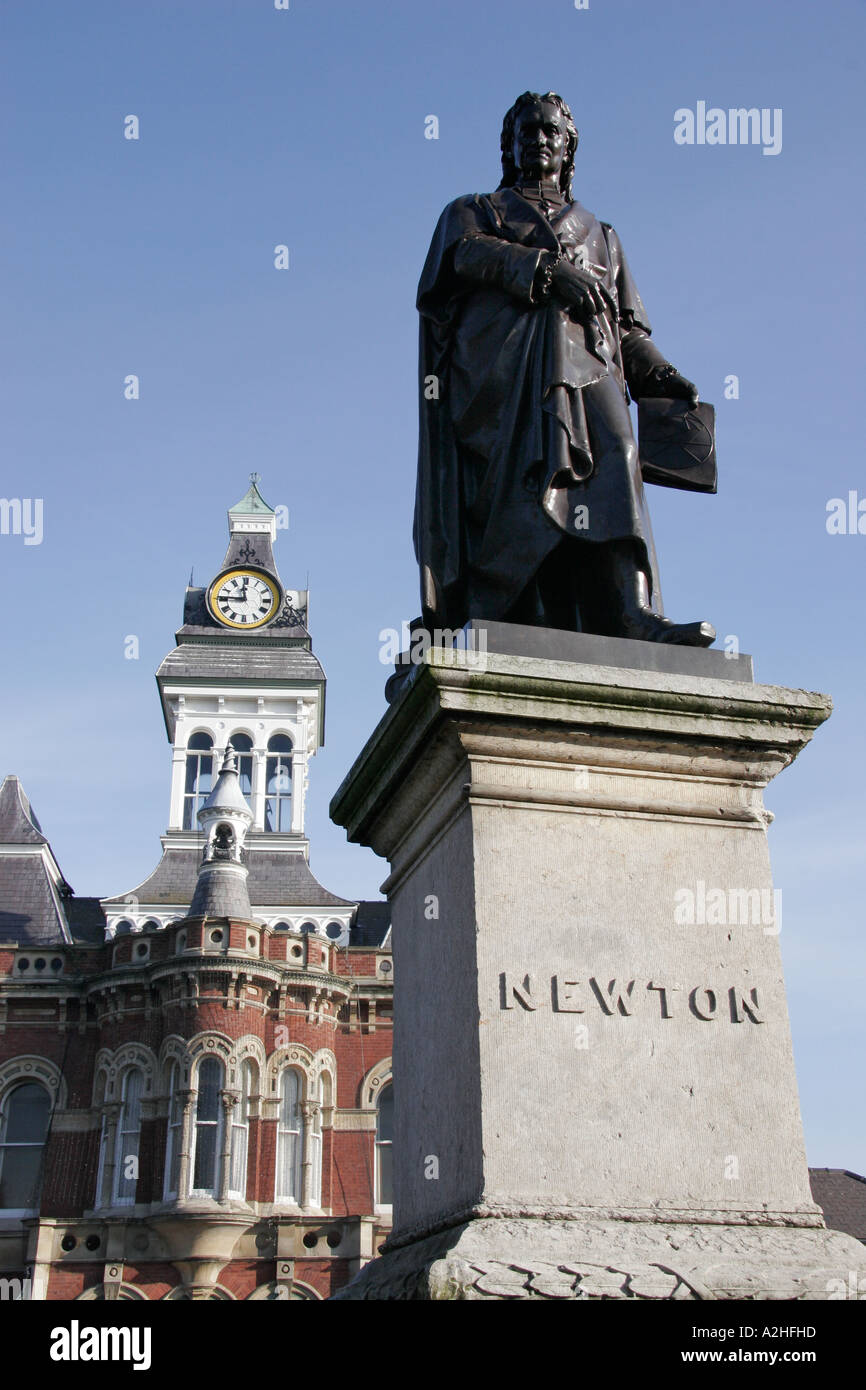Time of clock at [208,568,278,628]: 11:45
